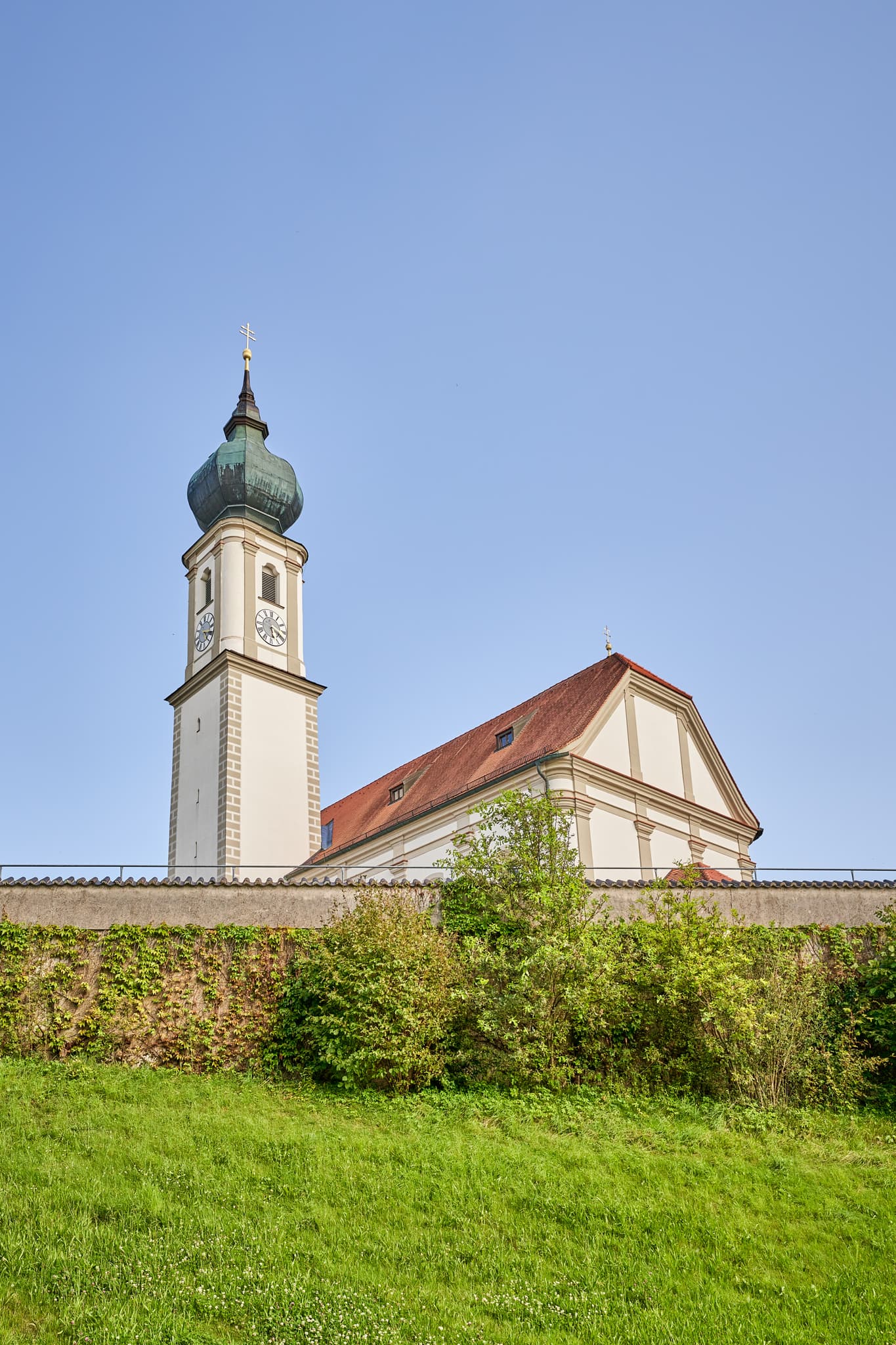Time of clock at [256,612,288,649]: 5:18
